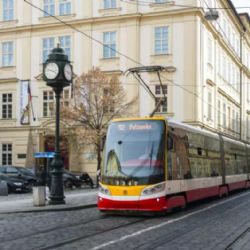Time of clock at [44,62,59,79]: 3:47
